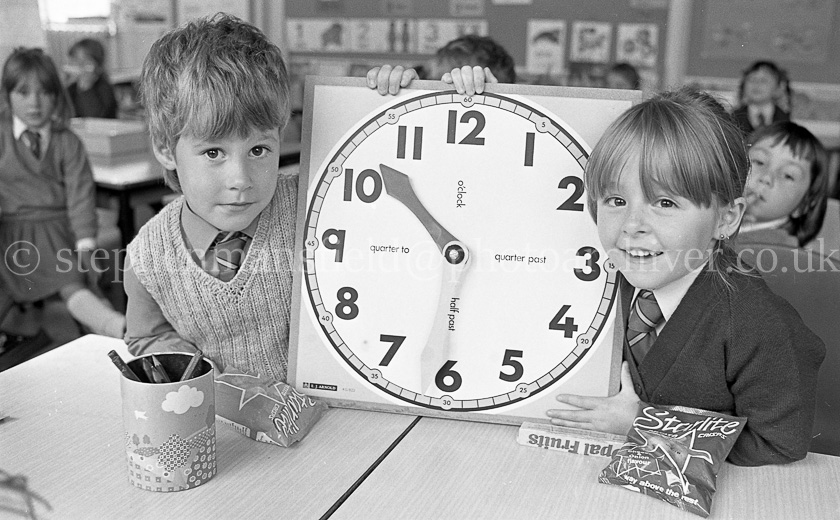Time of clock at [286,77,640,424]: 10:30
